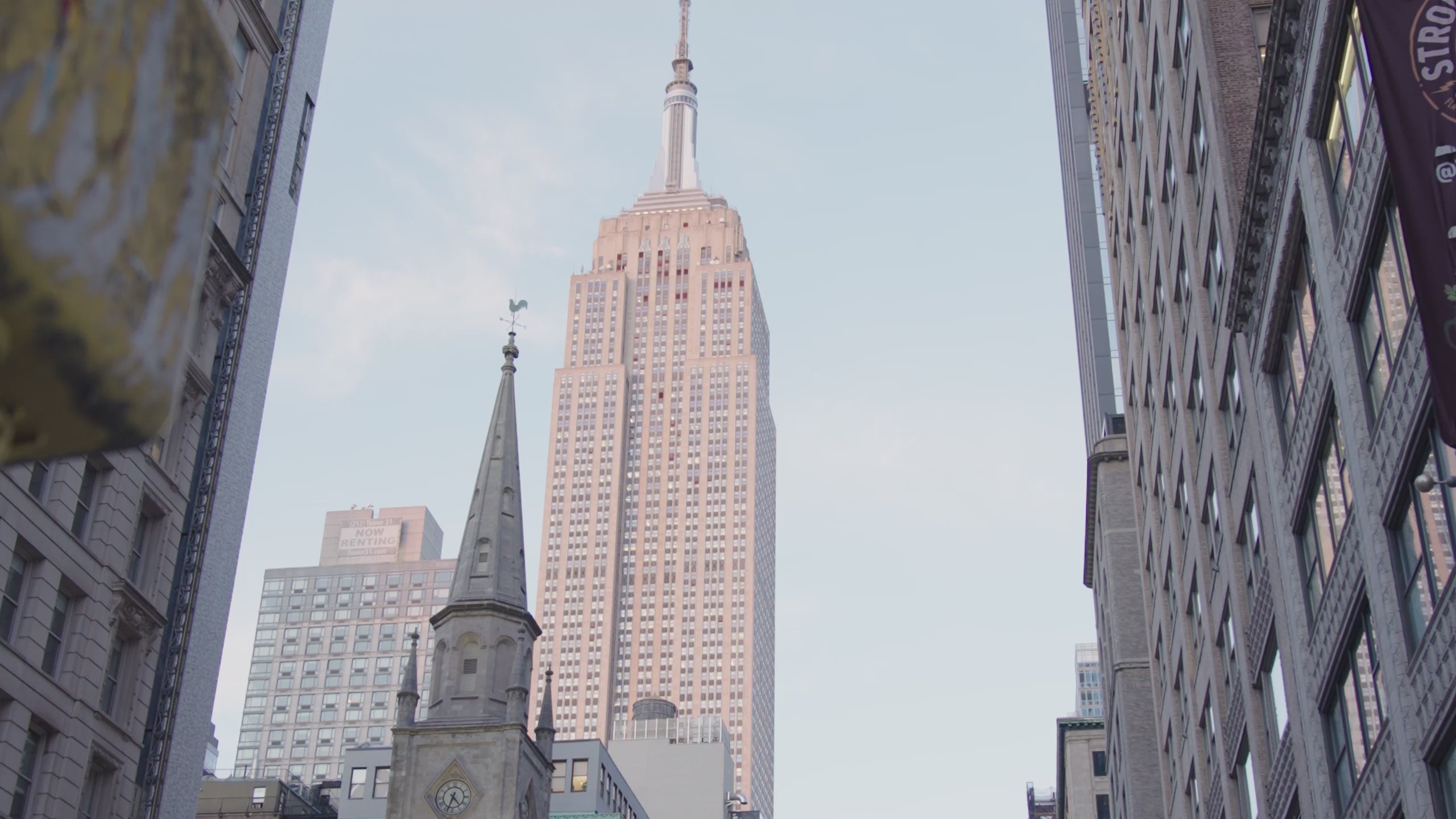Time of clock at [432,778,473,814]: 4:33
